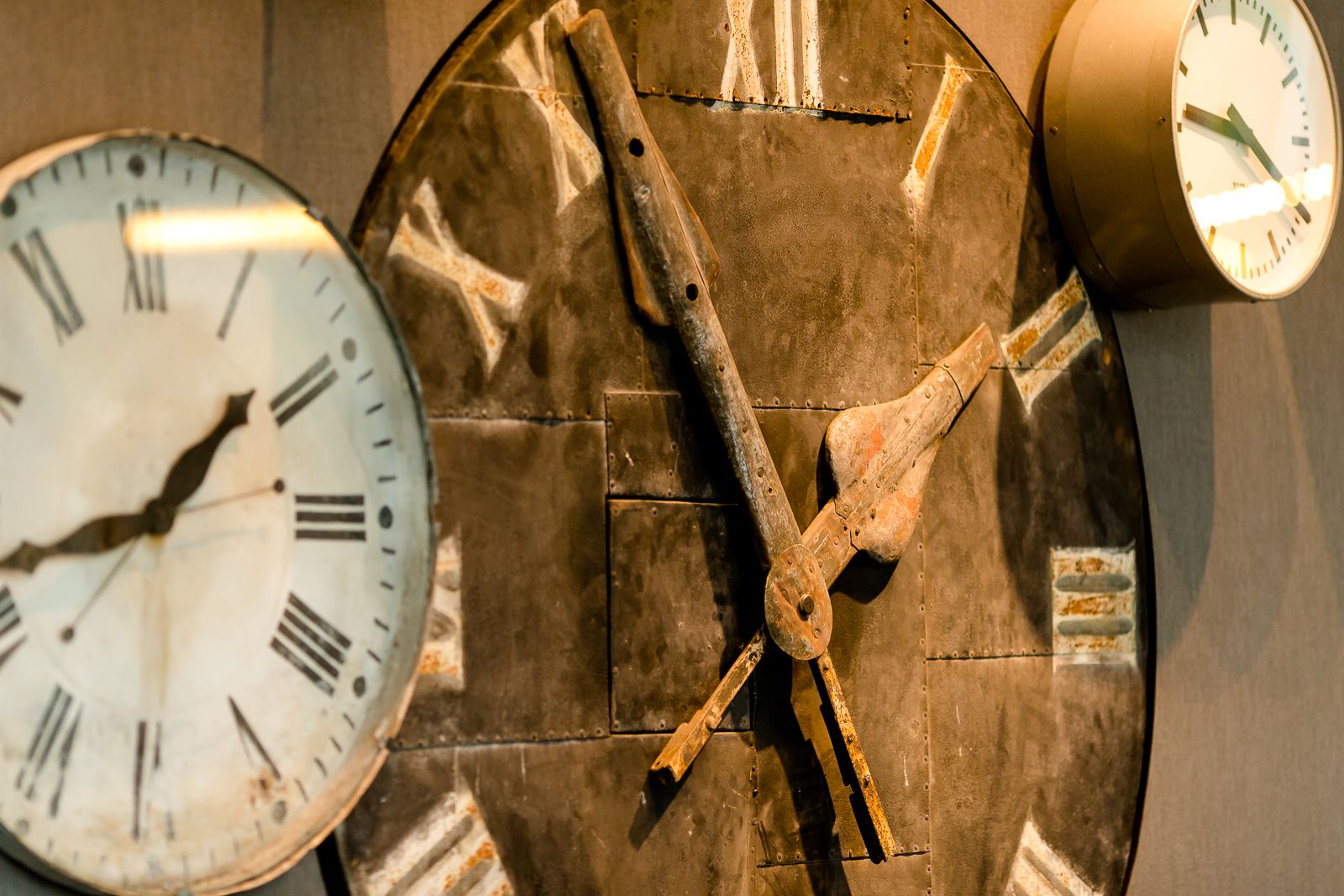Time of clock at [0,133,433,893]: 1:42
